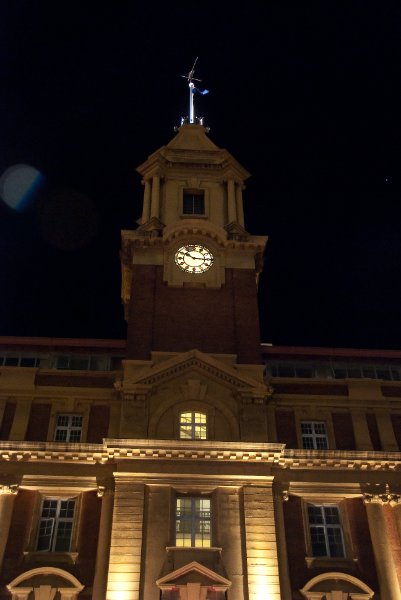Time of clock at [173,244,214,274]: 10:15
